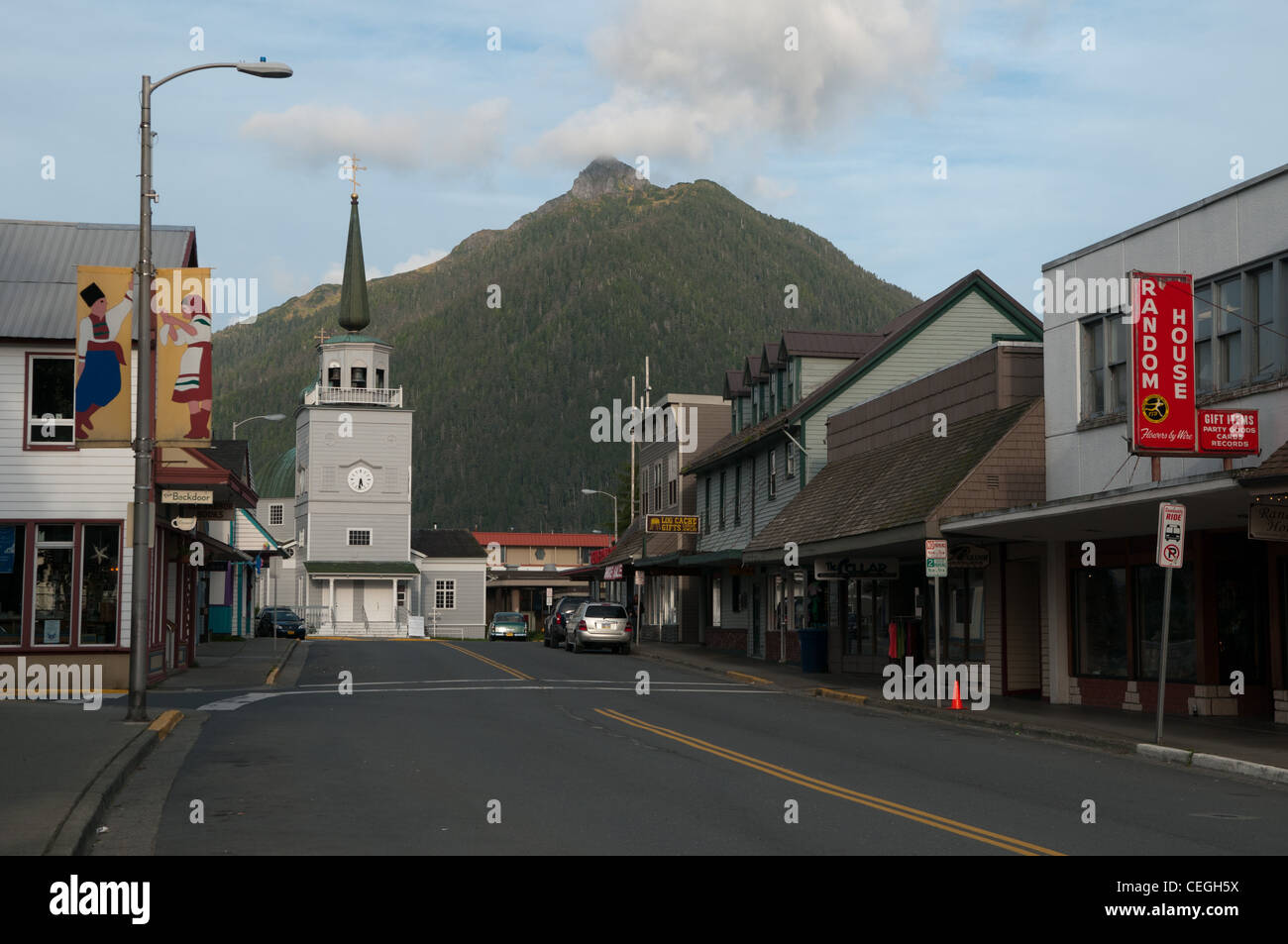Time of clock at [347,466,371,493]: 5:31
